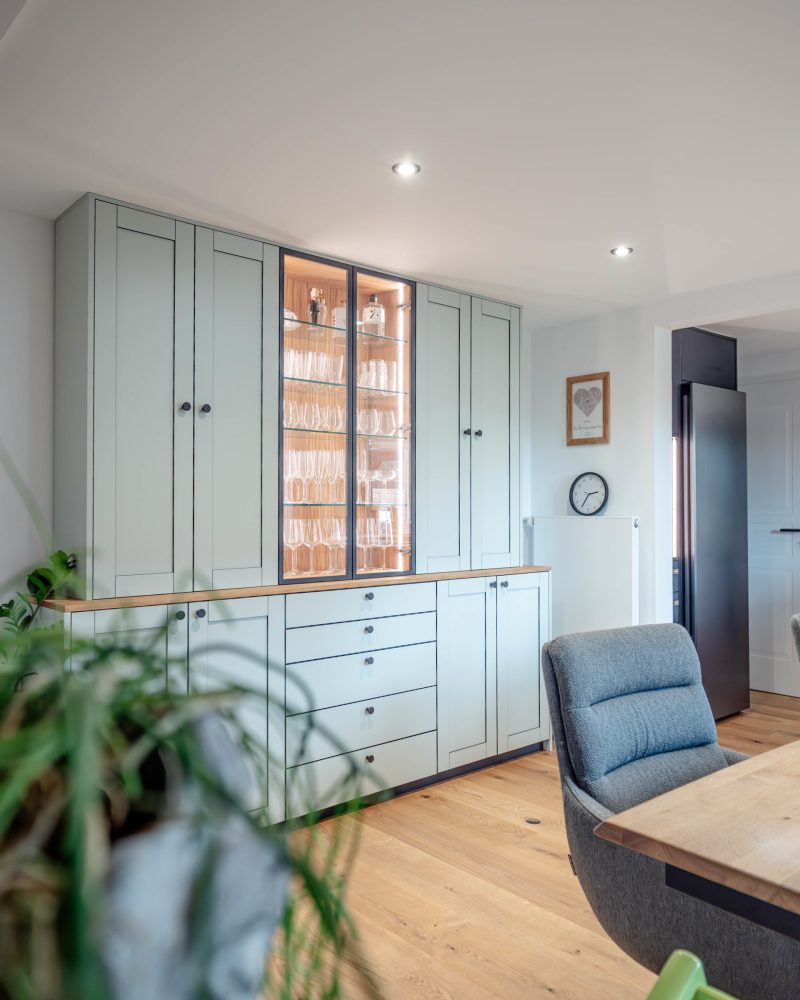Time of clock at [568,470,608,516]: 2:35
